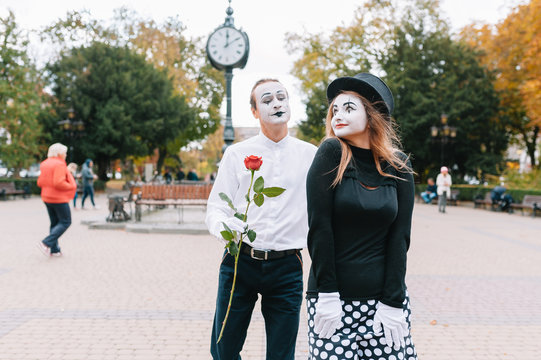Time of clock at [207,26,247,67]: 12:09
